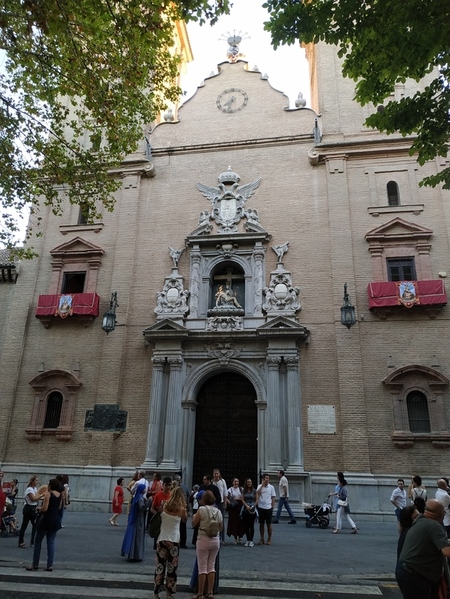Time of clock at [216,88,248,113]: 7:32
